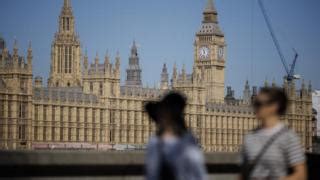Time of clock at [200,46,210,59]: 11:32
